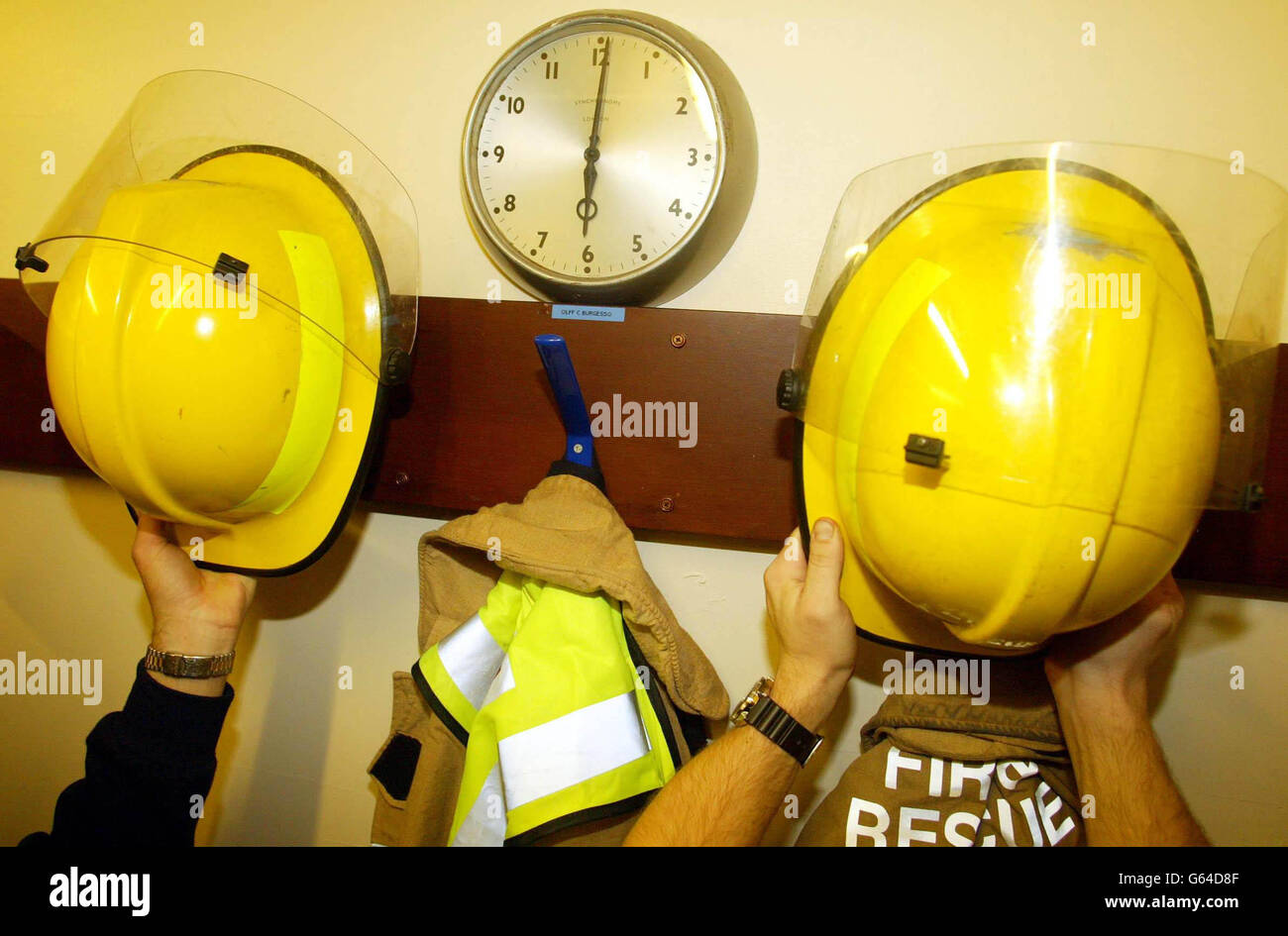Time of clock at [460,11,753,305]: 6:00
